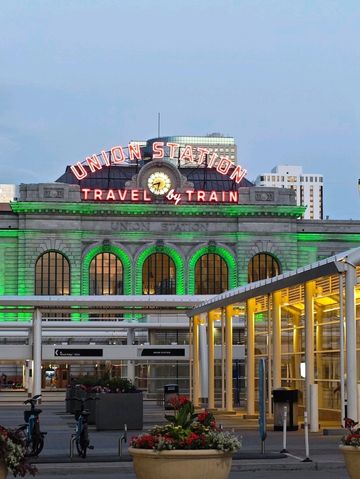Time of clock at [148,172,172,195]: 8:32
